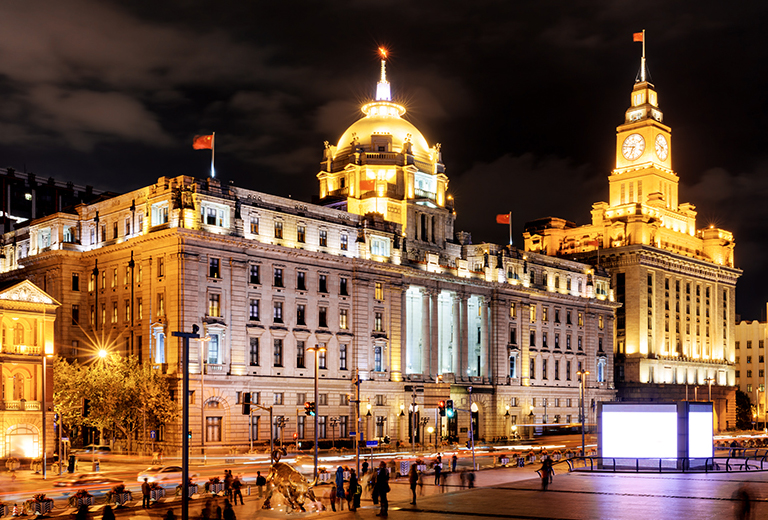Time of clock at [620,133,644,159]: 6:47
